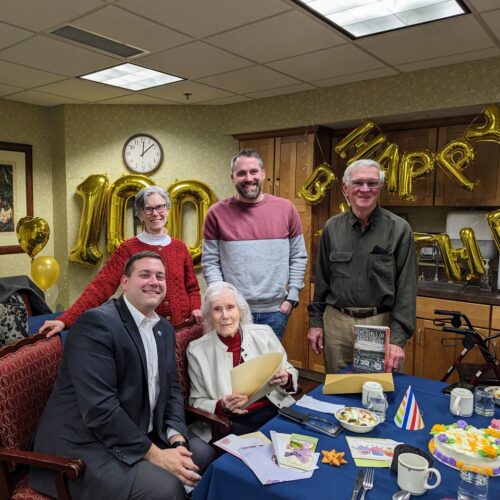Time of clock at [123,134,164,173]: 12:08
